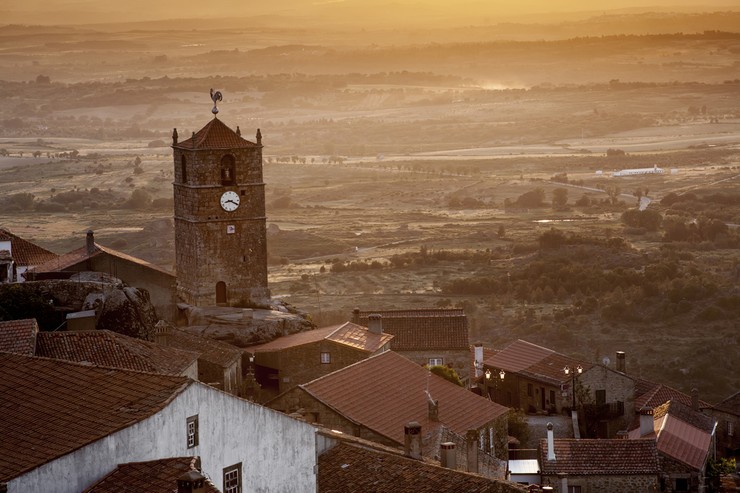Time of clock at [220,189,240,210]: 8:19
